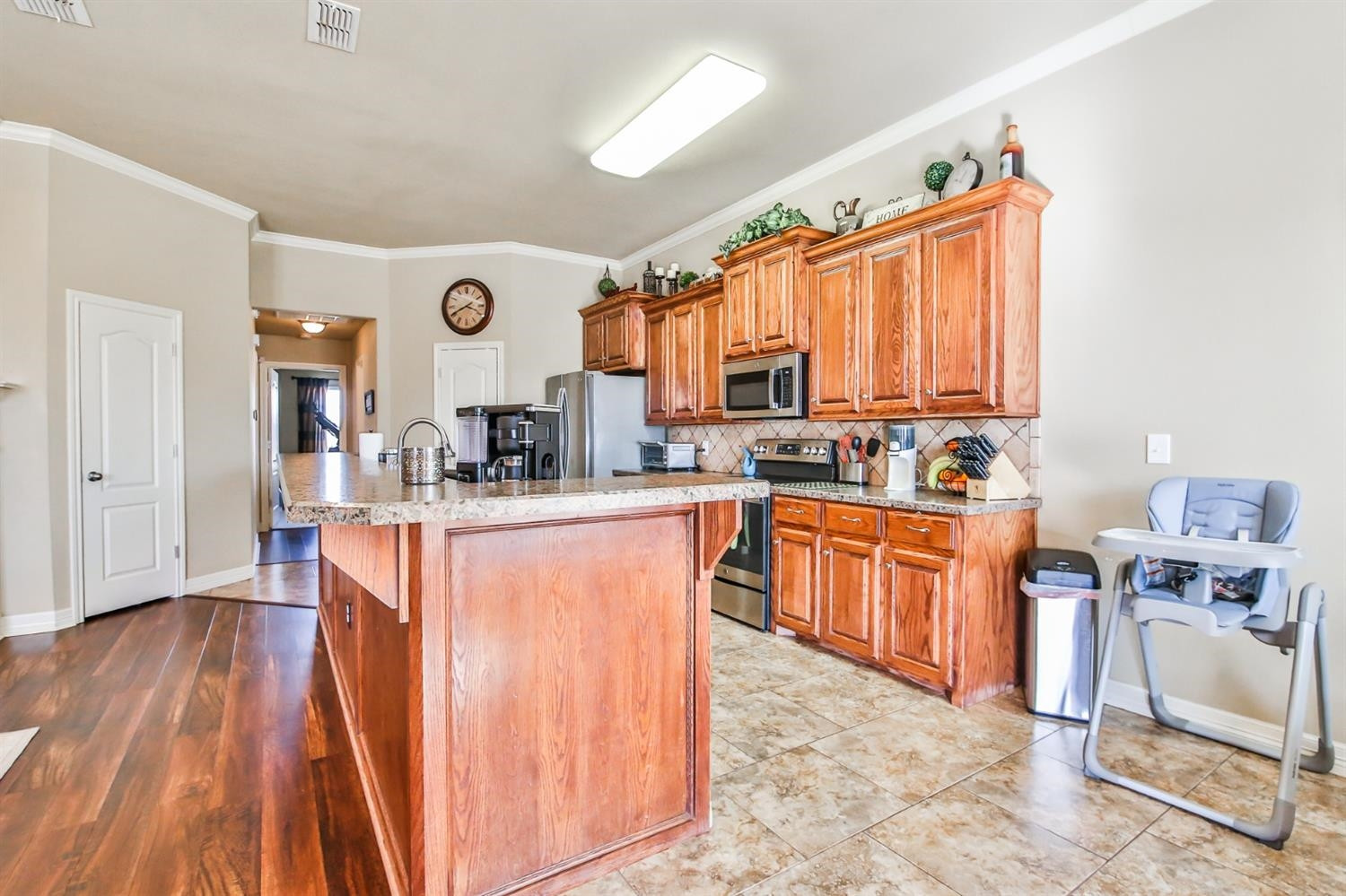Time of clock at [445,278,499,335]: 3:40
